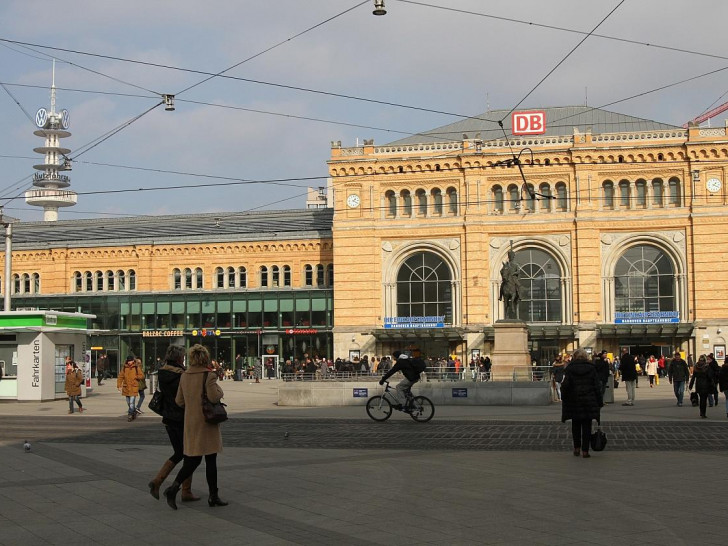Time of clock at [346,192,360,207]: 1:20
